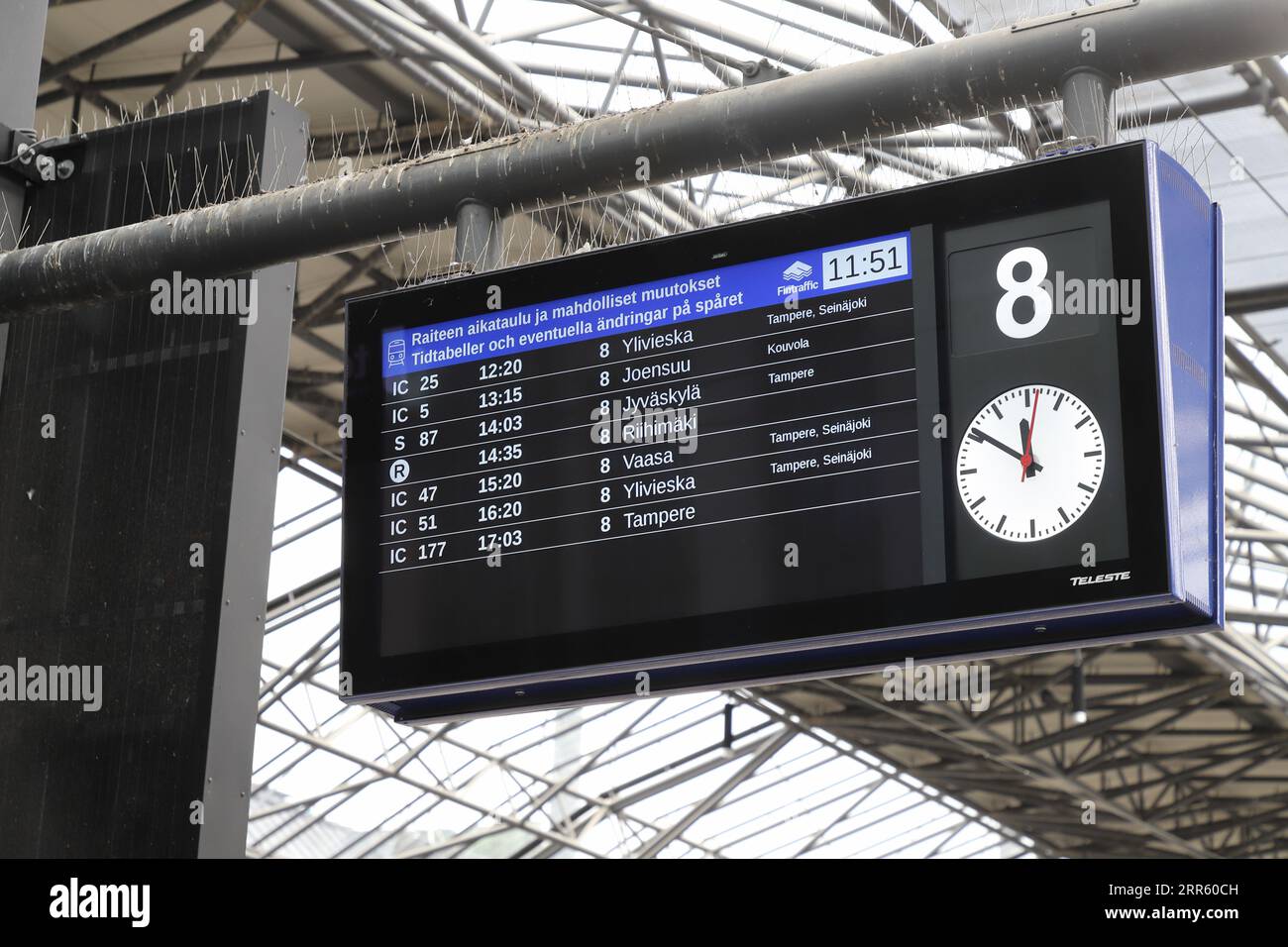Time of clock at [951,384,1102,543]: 11:50
